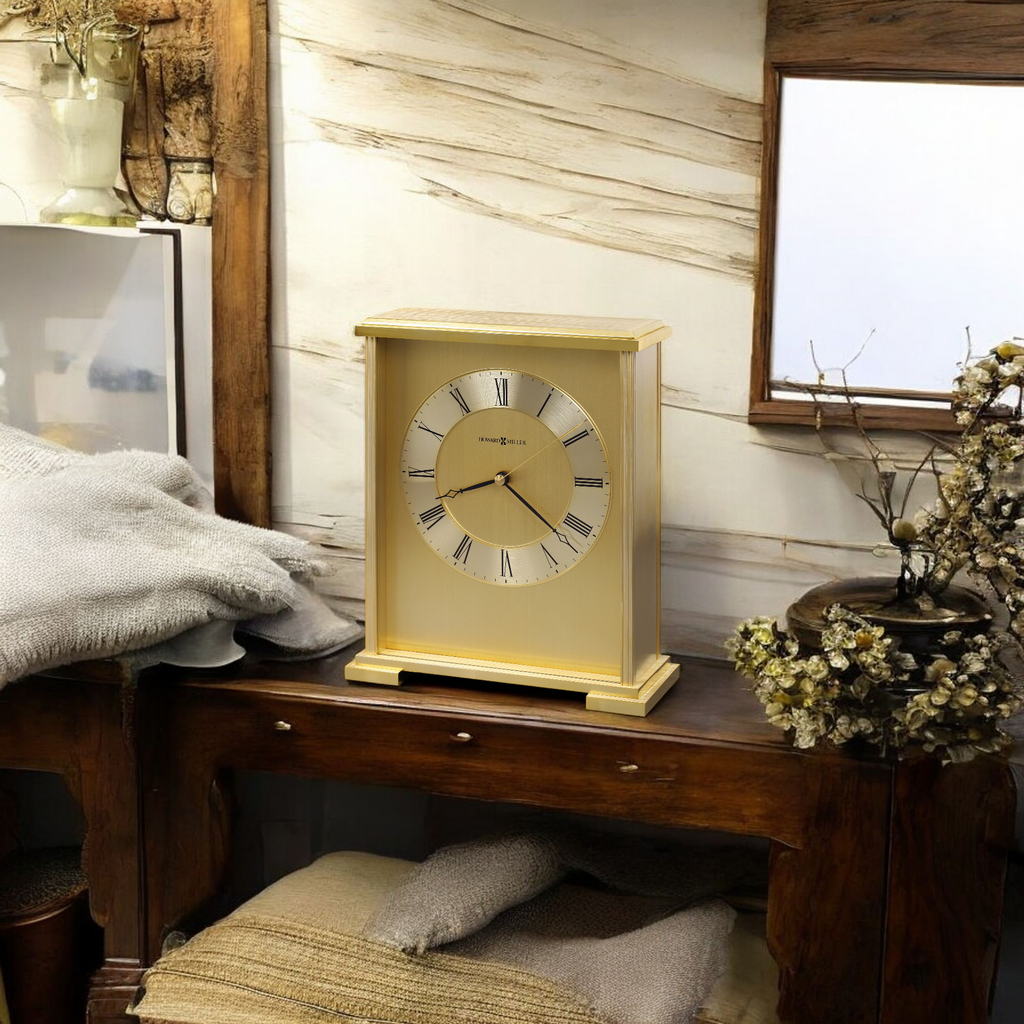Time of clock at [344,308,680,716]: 8:21
